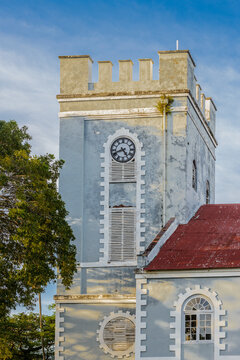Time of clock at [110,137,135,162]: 4:41
